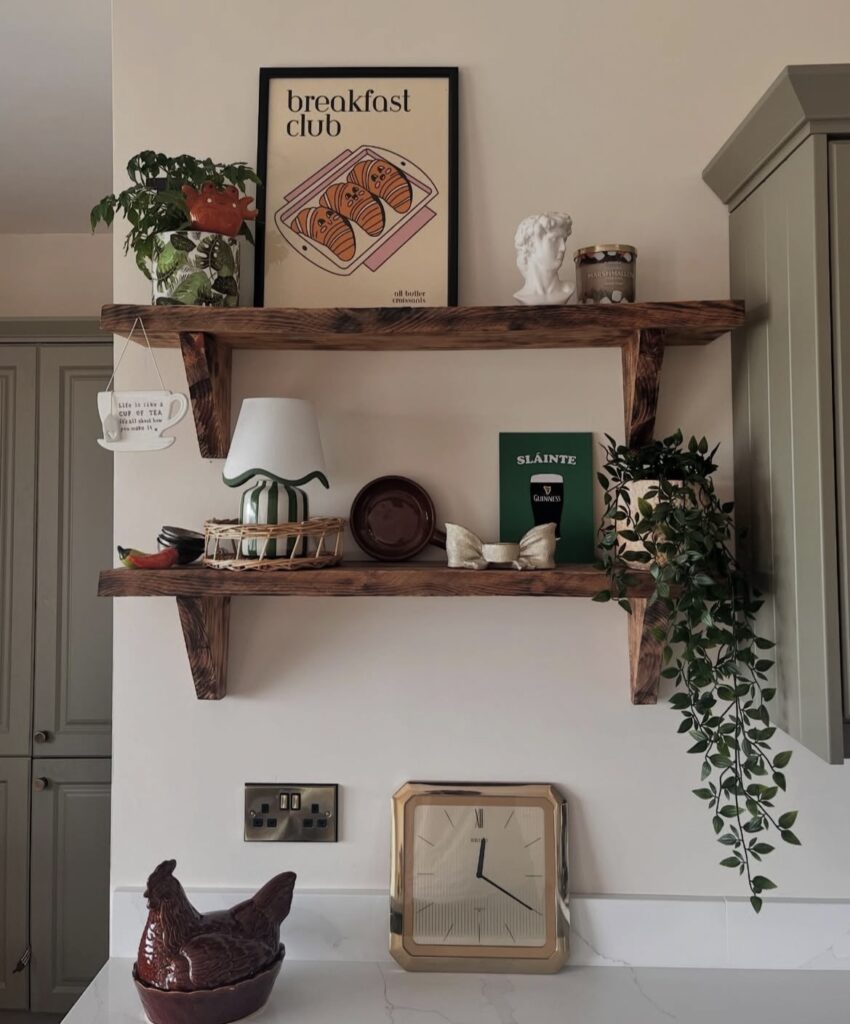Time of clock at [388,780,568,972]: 12:20
